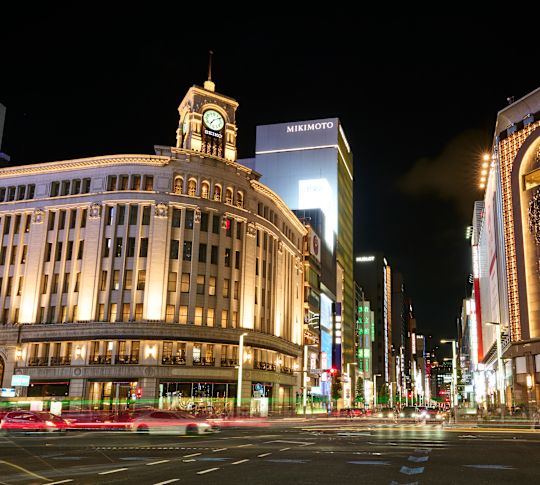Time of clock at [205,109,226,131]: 7:09
